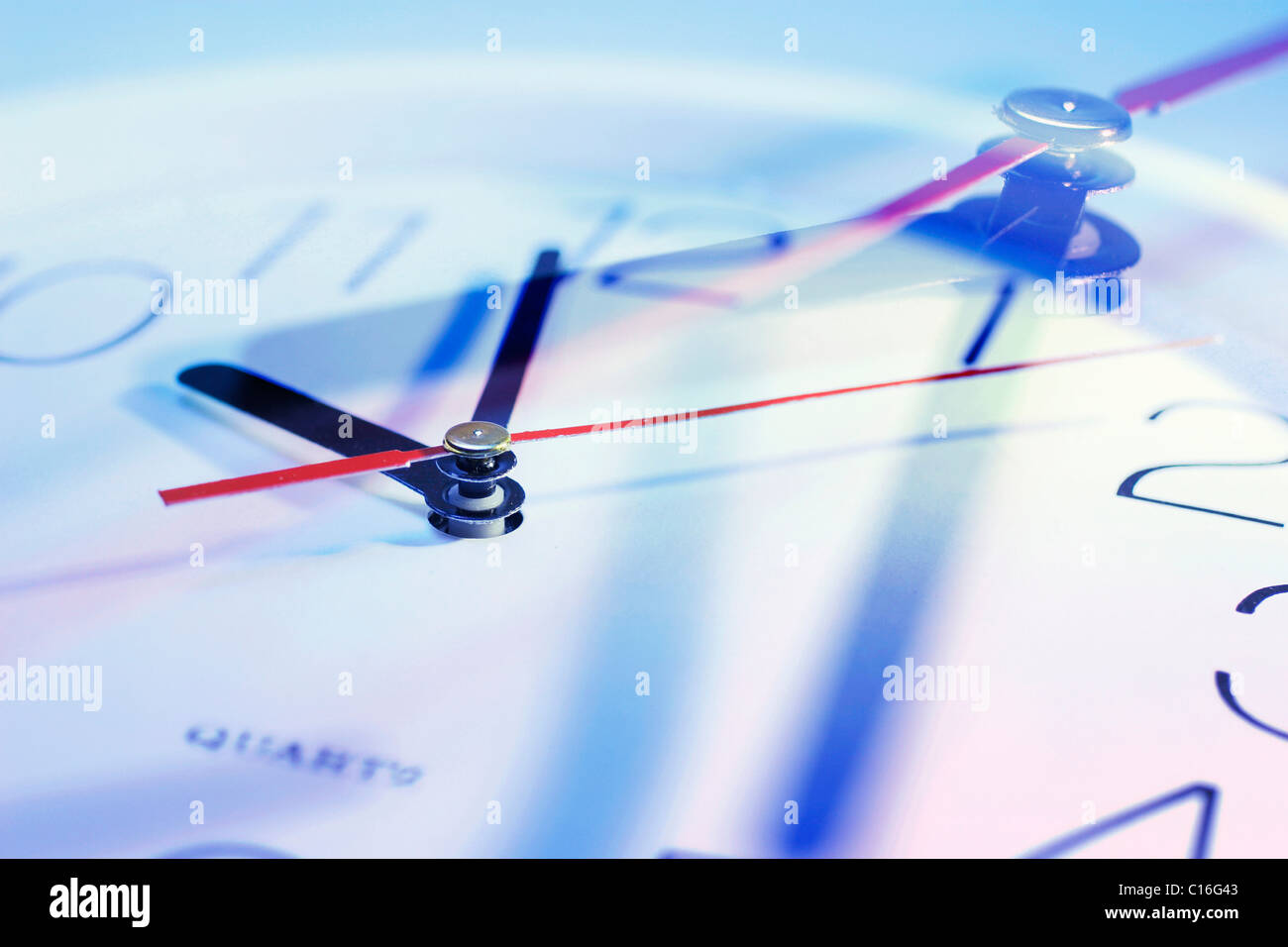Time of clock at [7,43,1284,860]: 11:48
